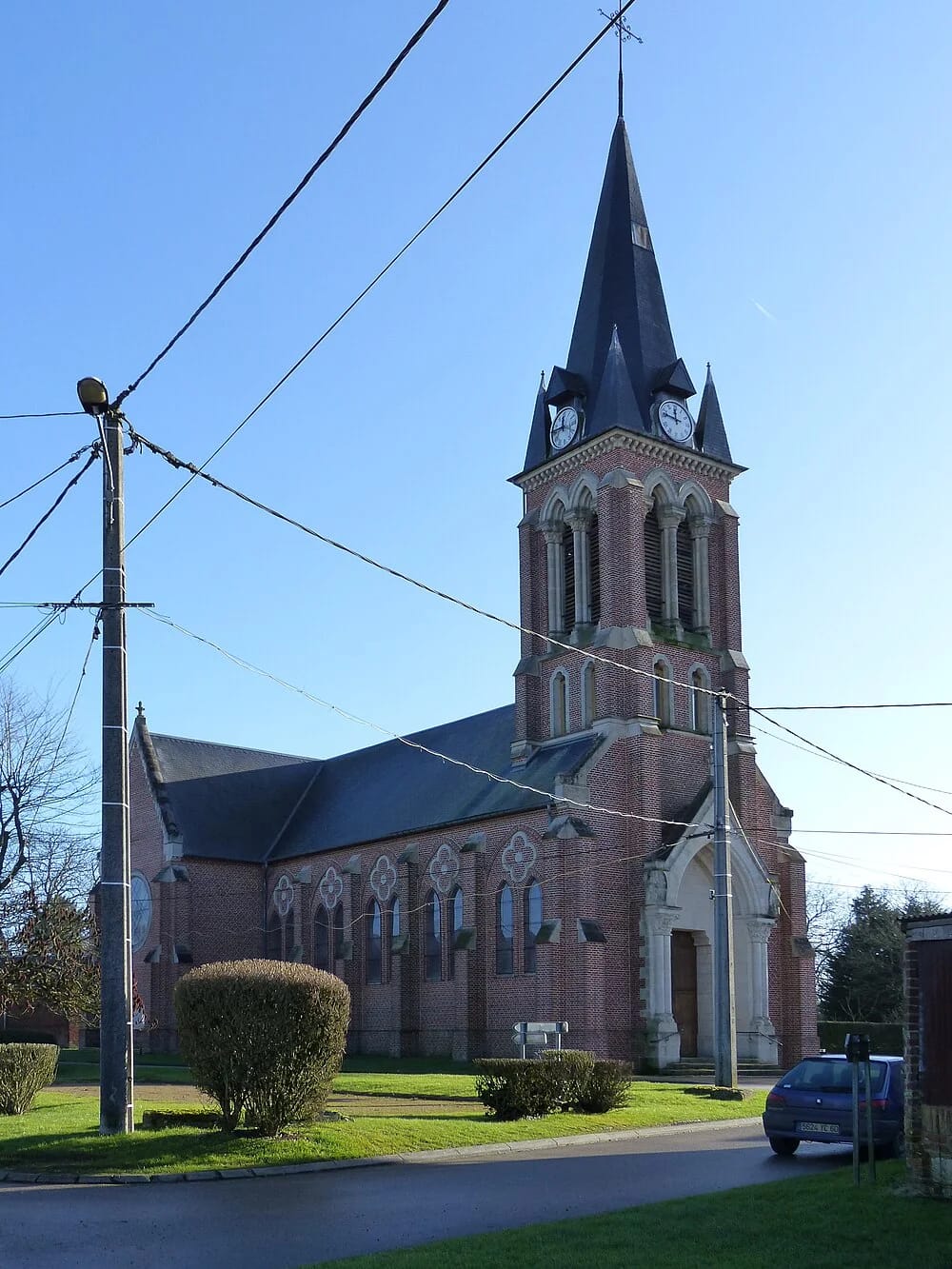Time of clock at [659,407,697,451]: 11:46
